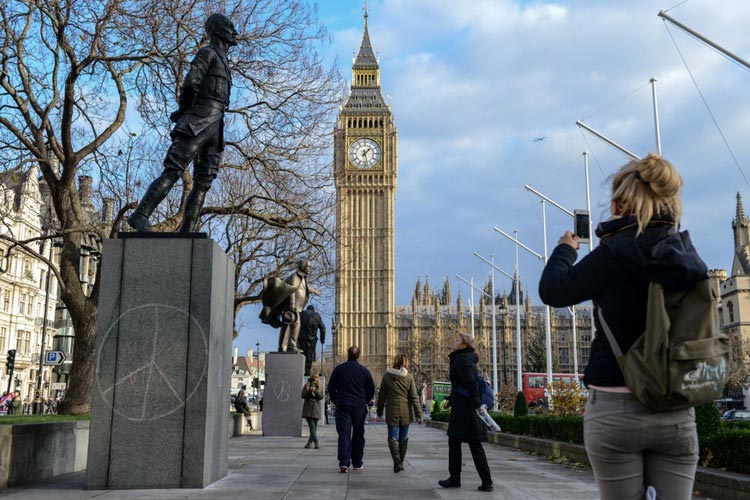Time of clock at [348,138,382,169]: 1:28
